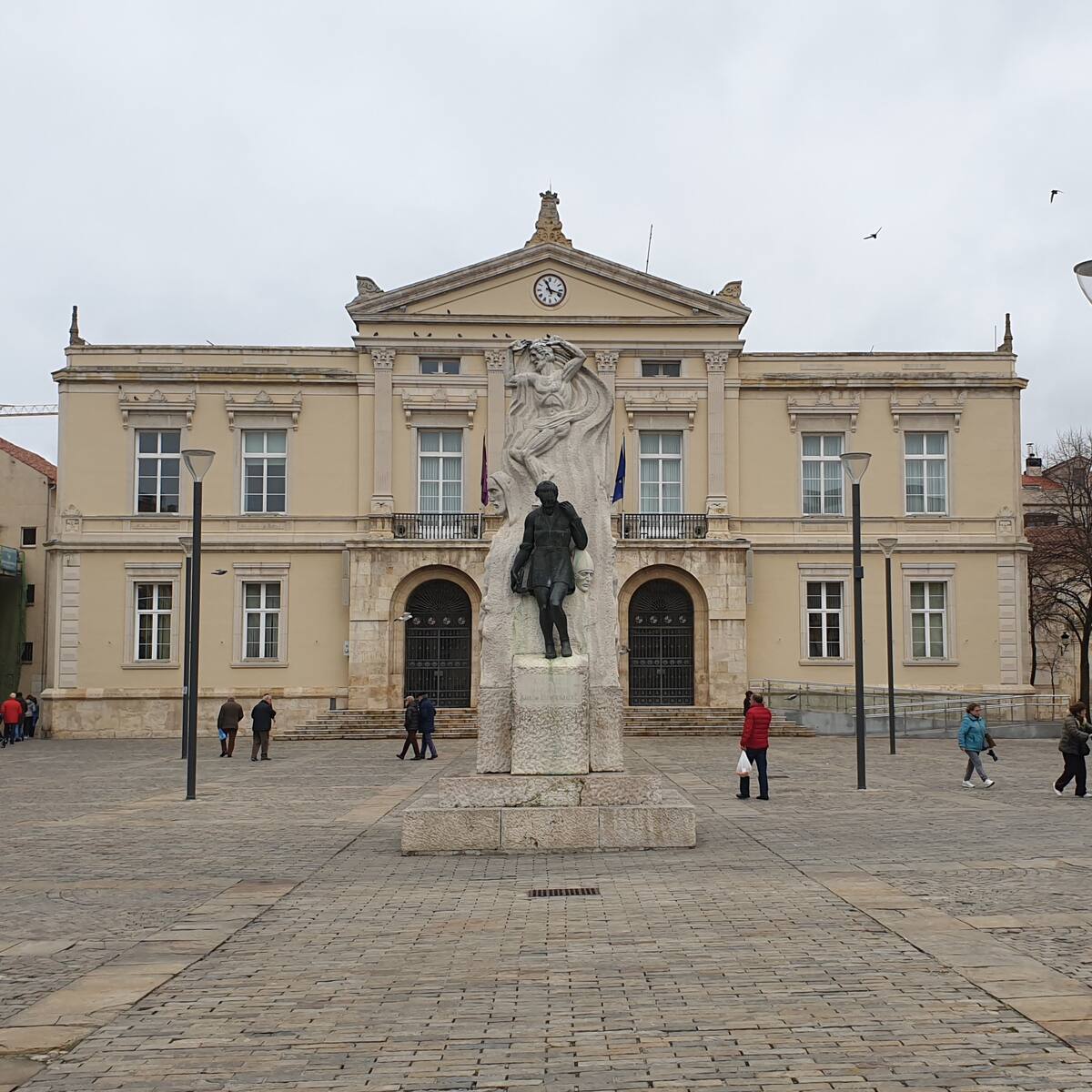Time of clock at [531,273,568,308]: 11:17
